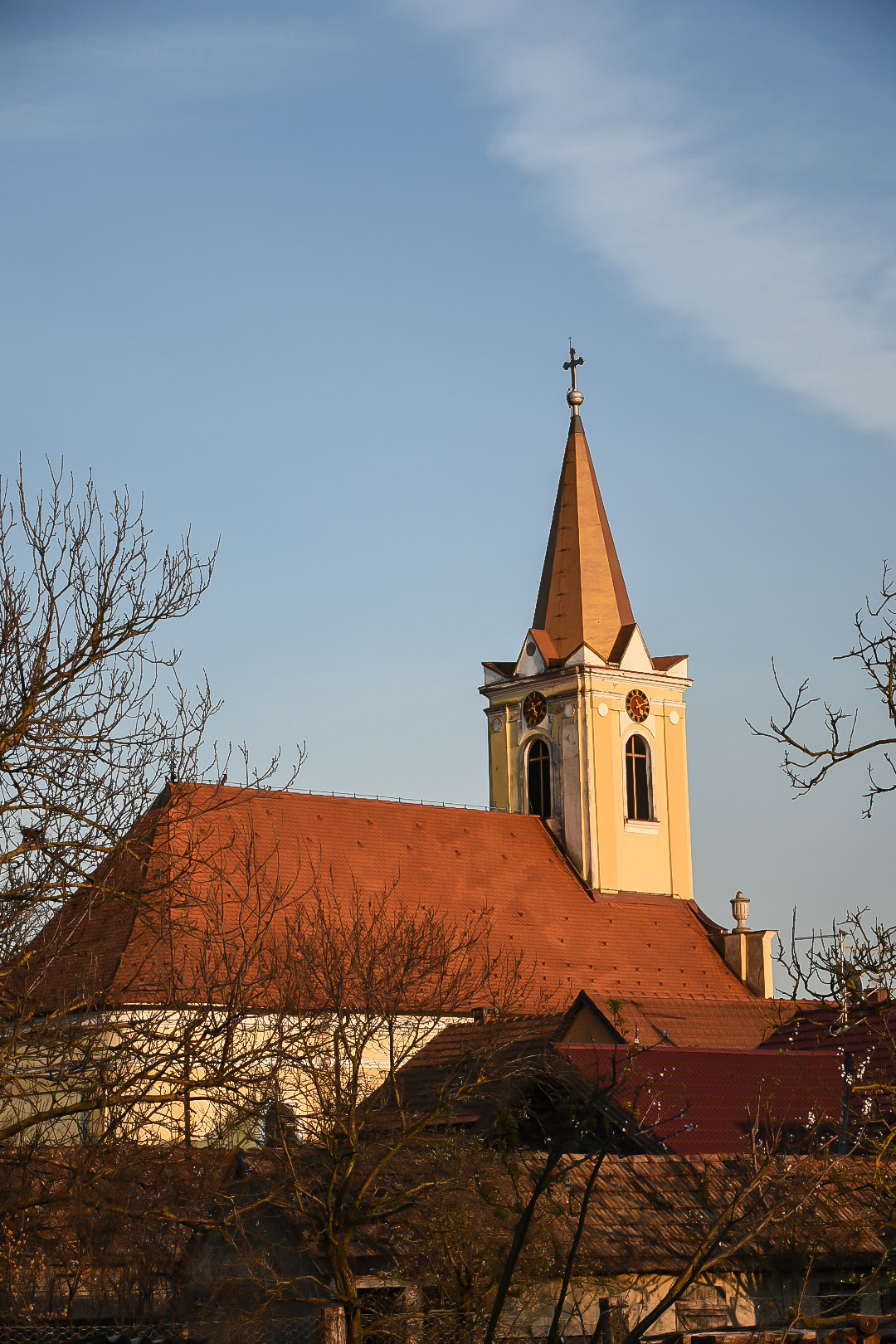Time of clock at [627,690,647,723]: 11:11
